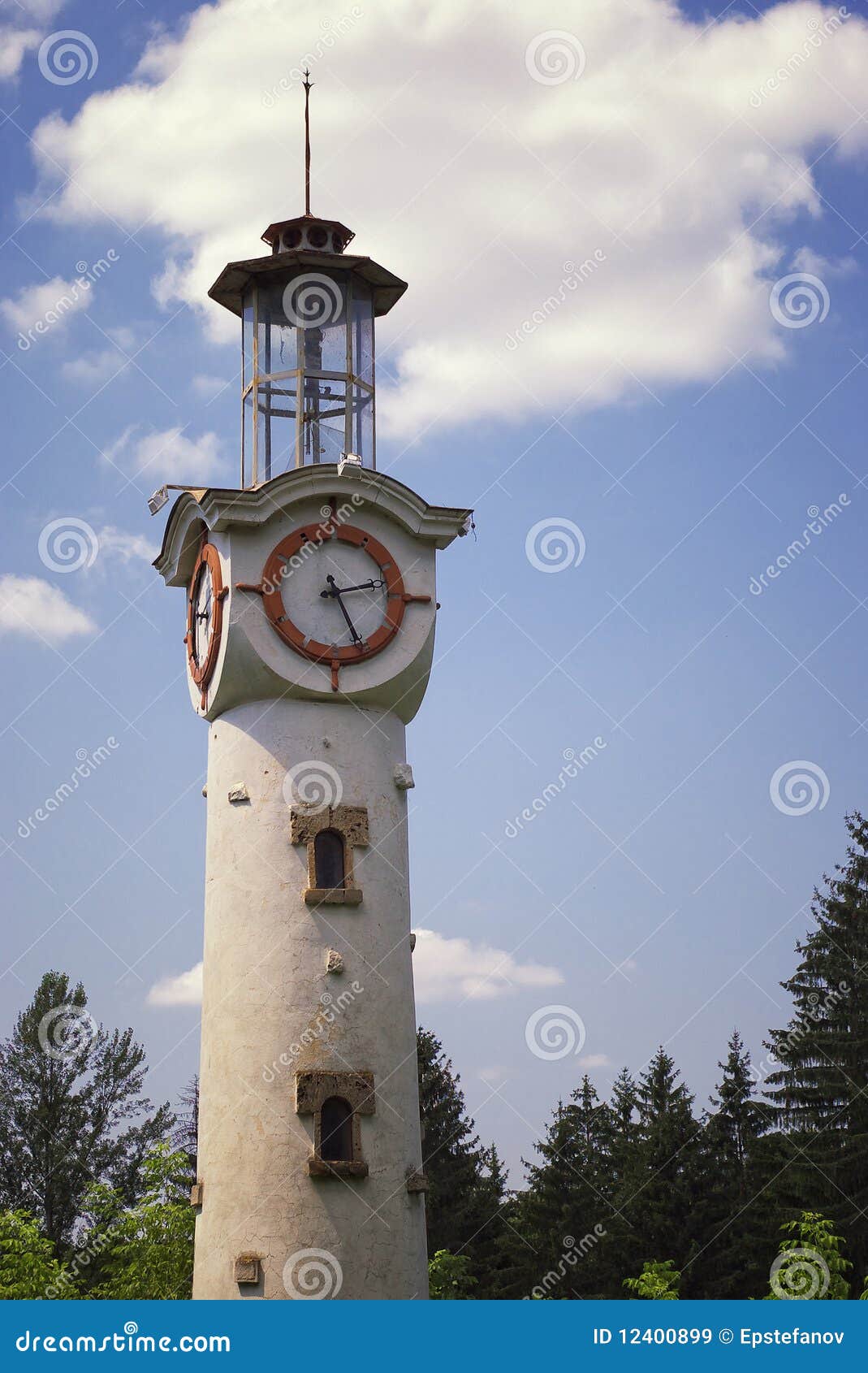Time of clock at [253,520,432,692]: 2:25
